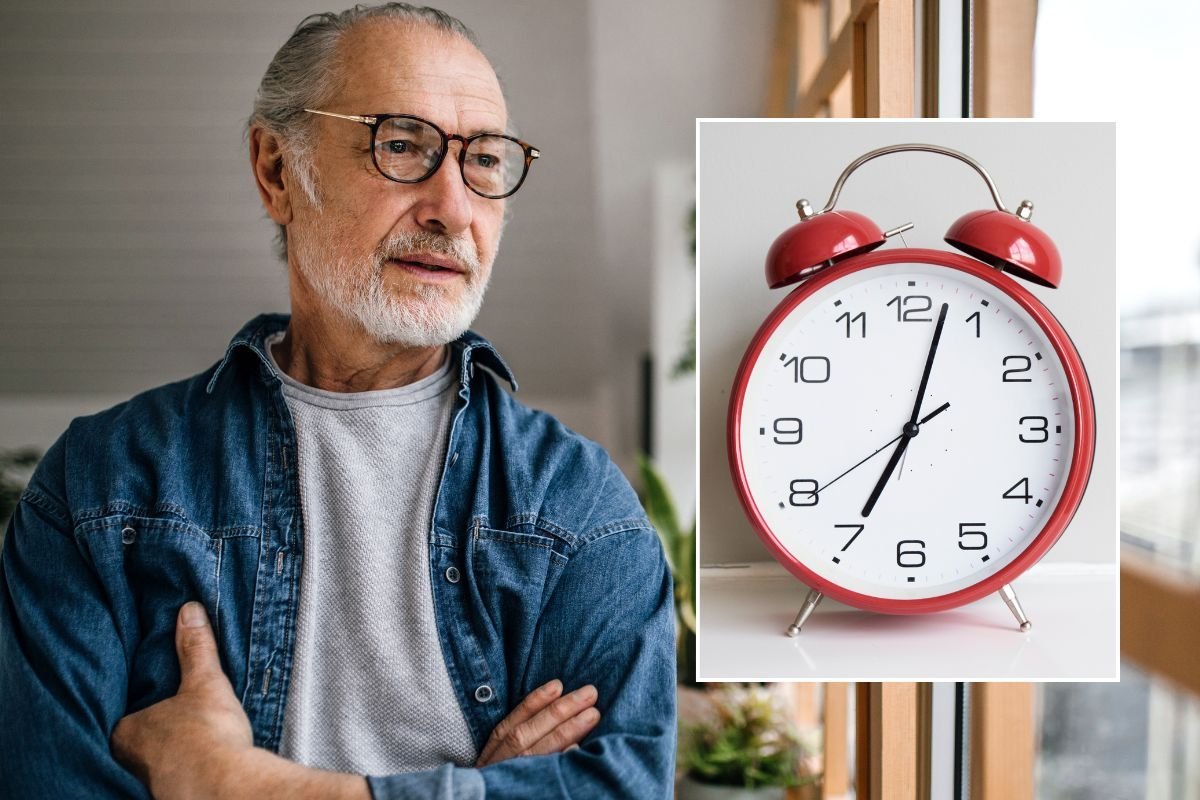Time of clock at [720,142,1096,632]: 7:02
